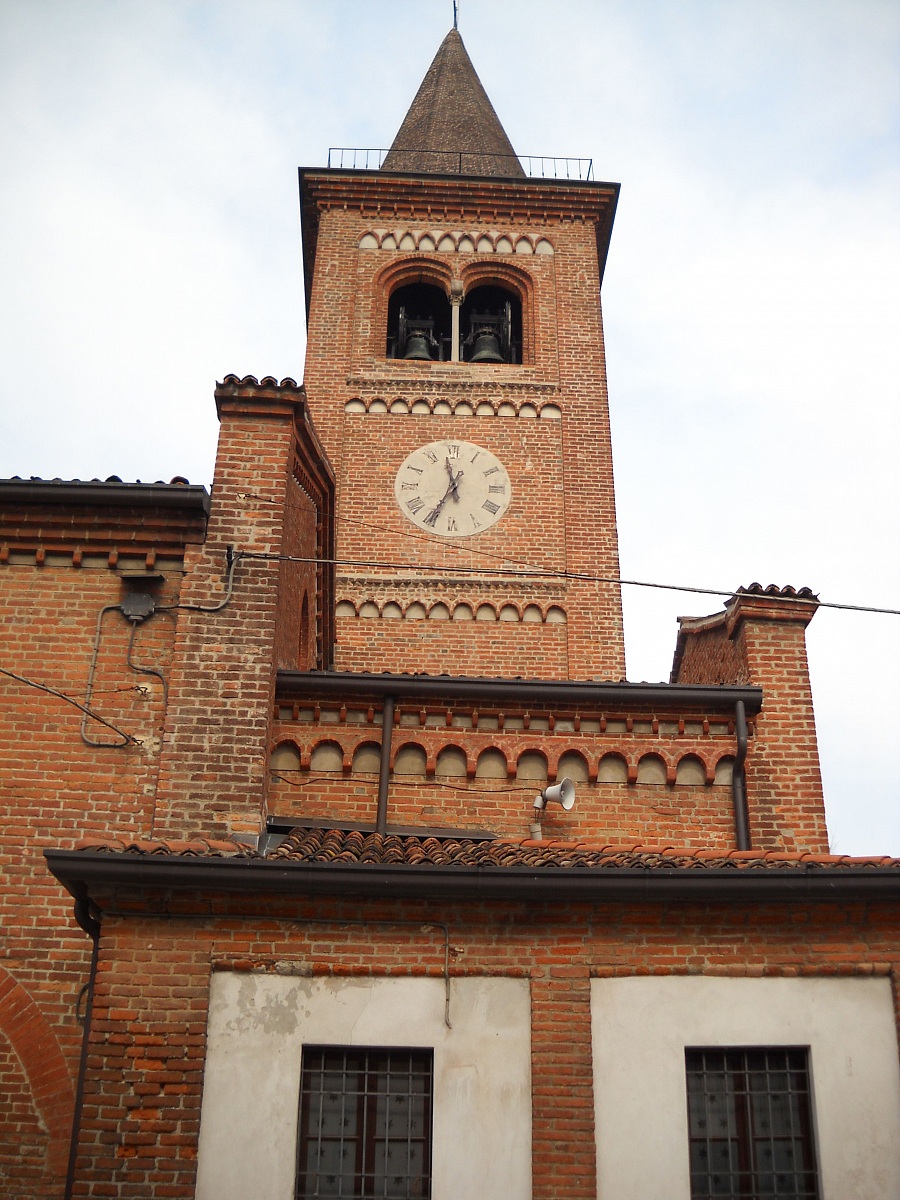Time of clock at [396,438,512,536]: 11:34
